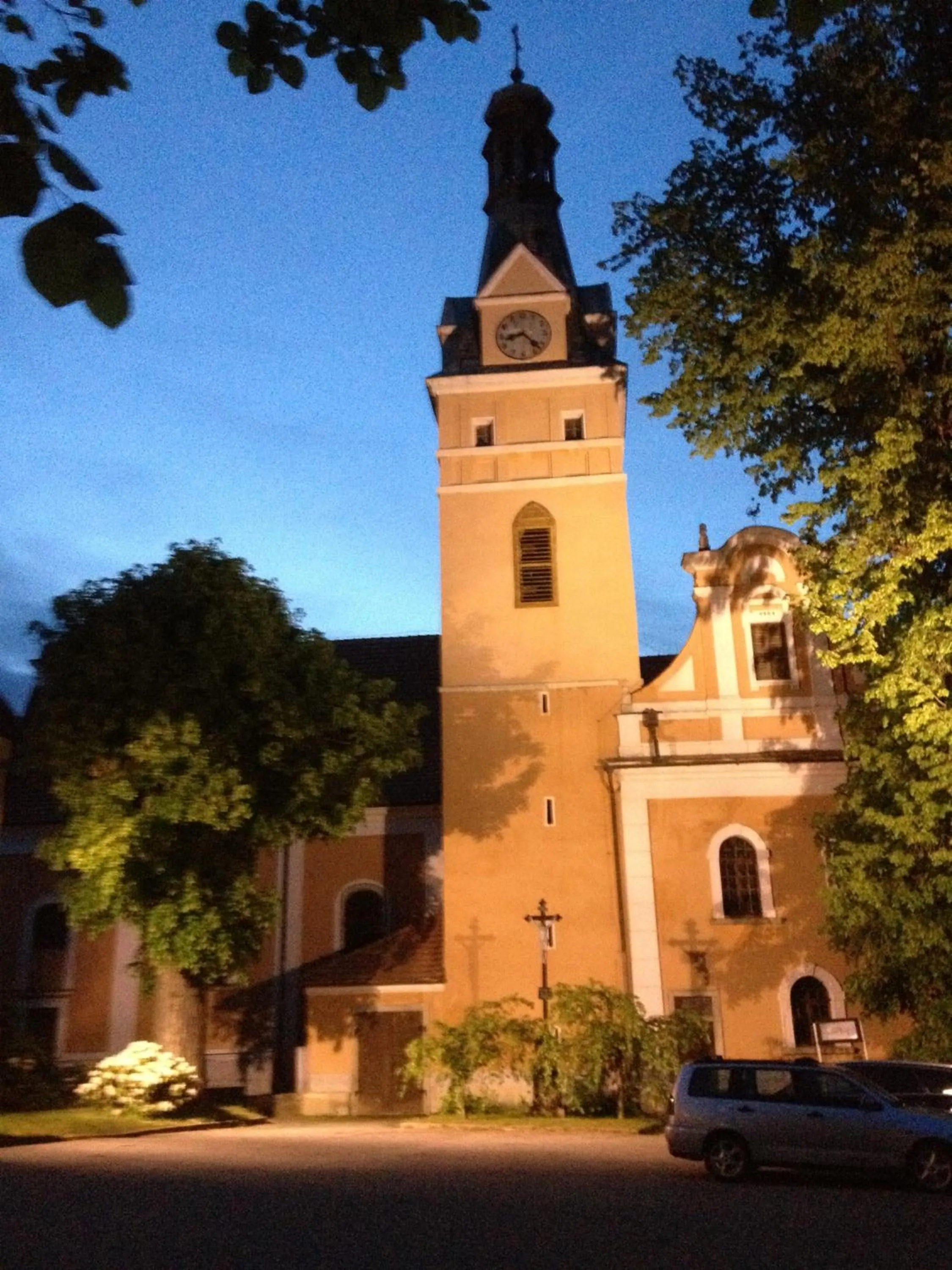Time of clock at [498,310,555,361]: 8:22
